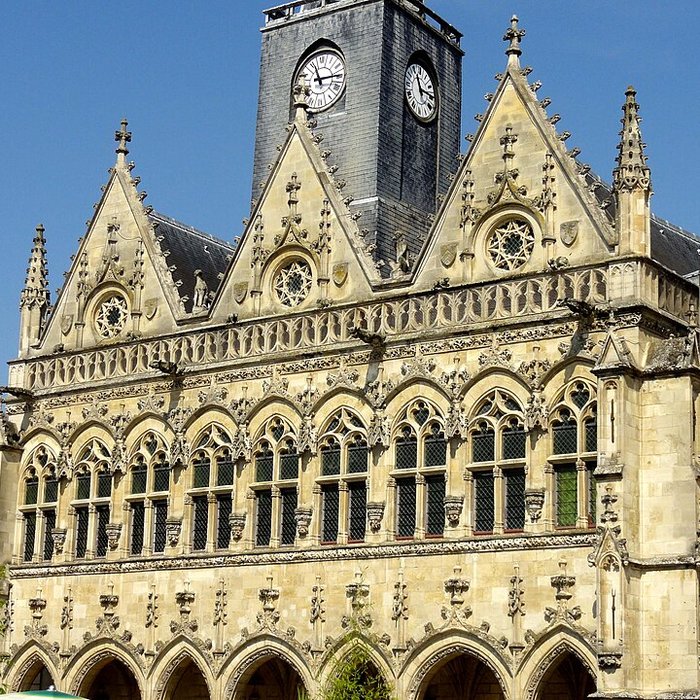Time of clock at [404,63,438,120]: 11:14
